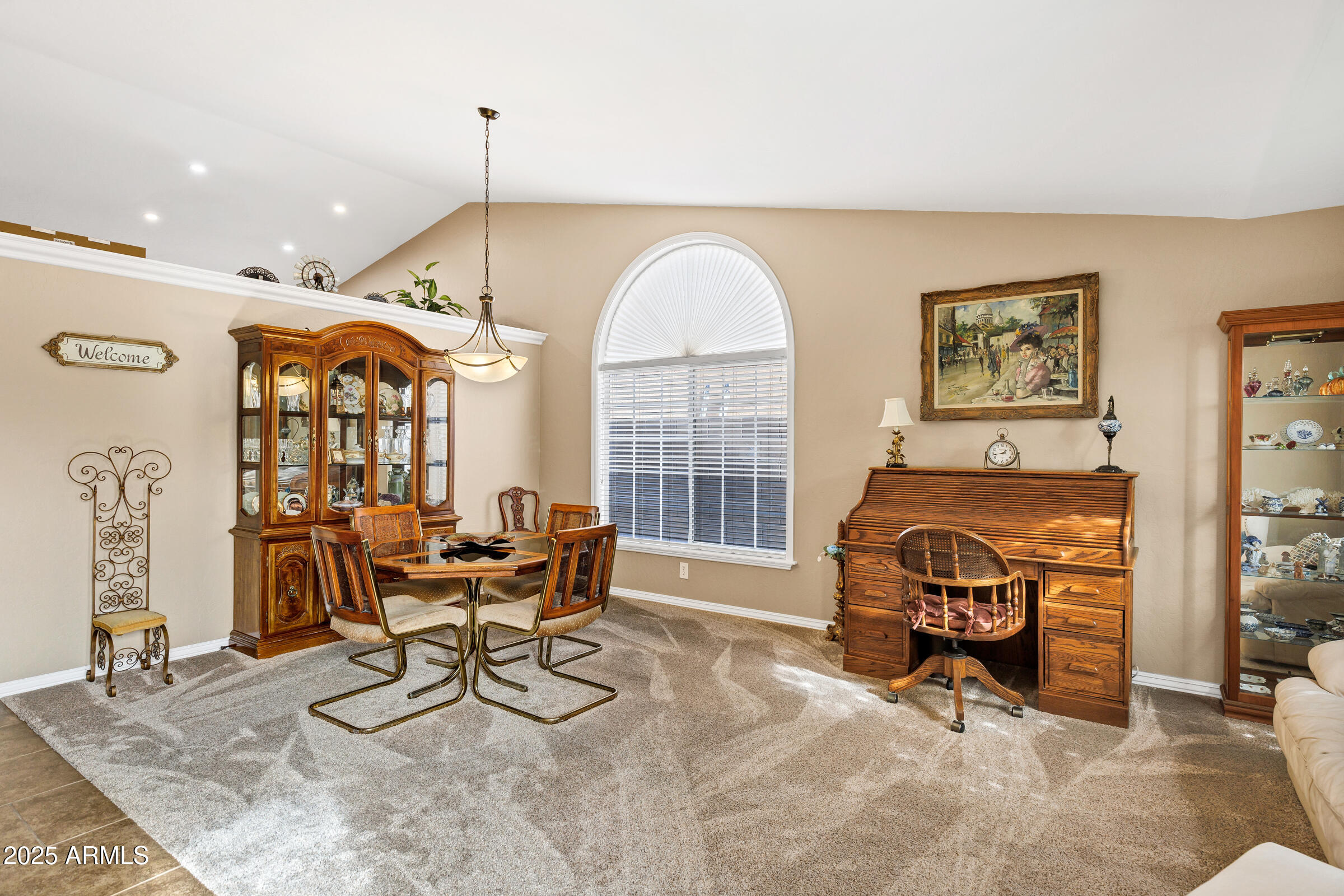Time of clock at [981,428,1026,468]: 1:43
